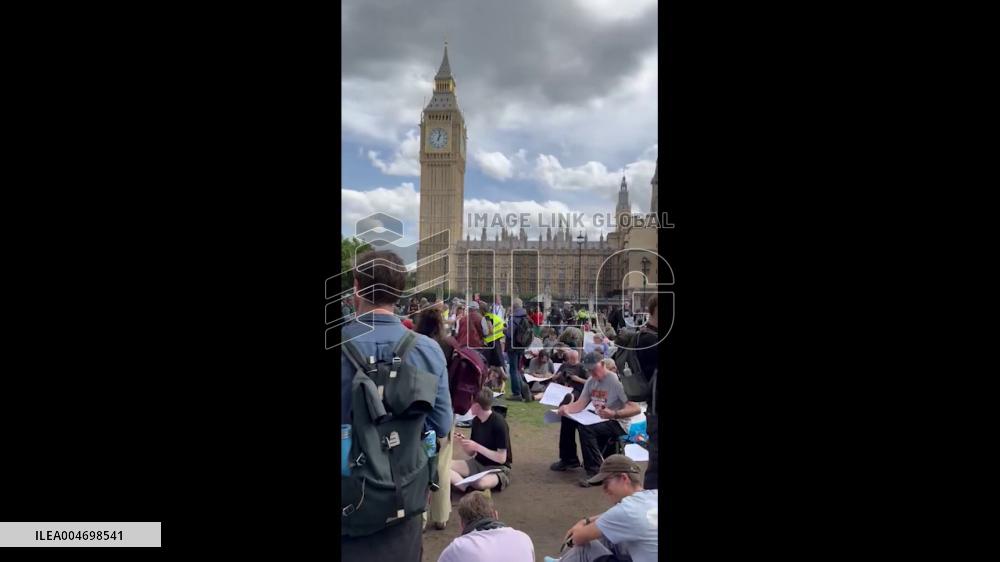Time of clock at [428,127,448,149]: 1:01
